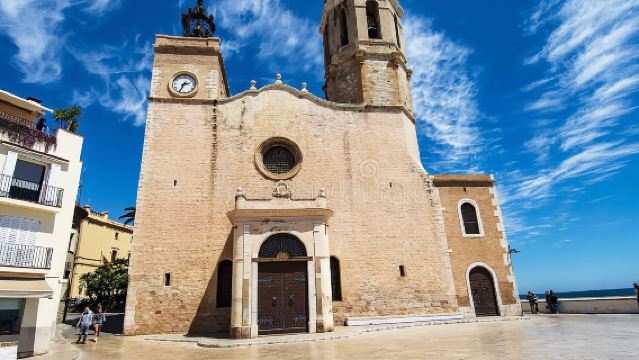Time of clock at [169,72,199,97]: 2:34
